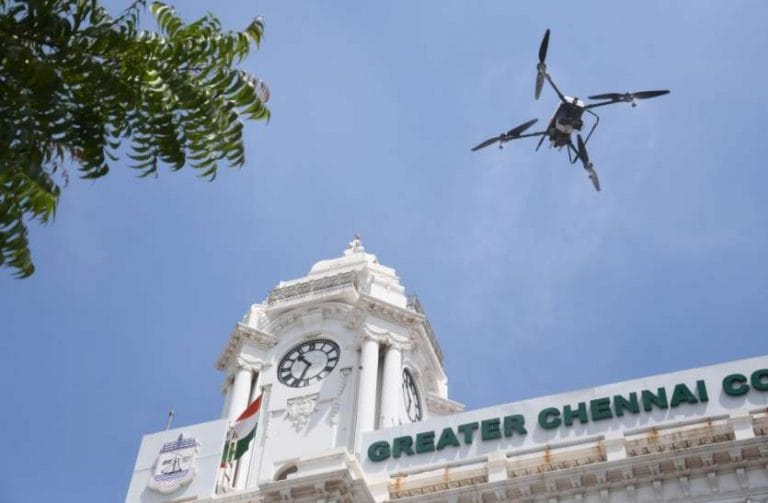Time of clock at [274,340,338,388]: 10:33
